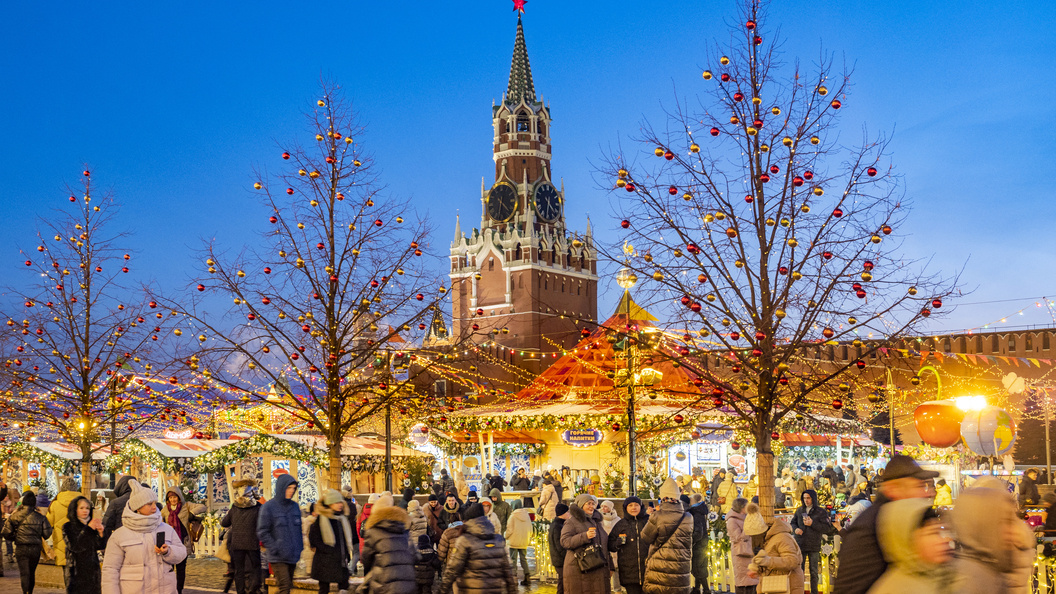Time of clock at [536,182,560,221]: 4:31
